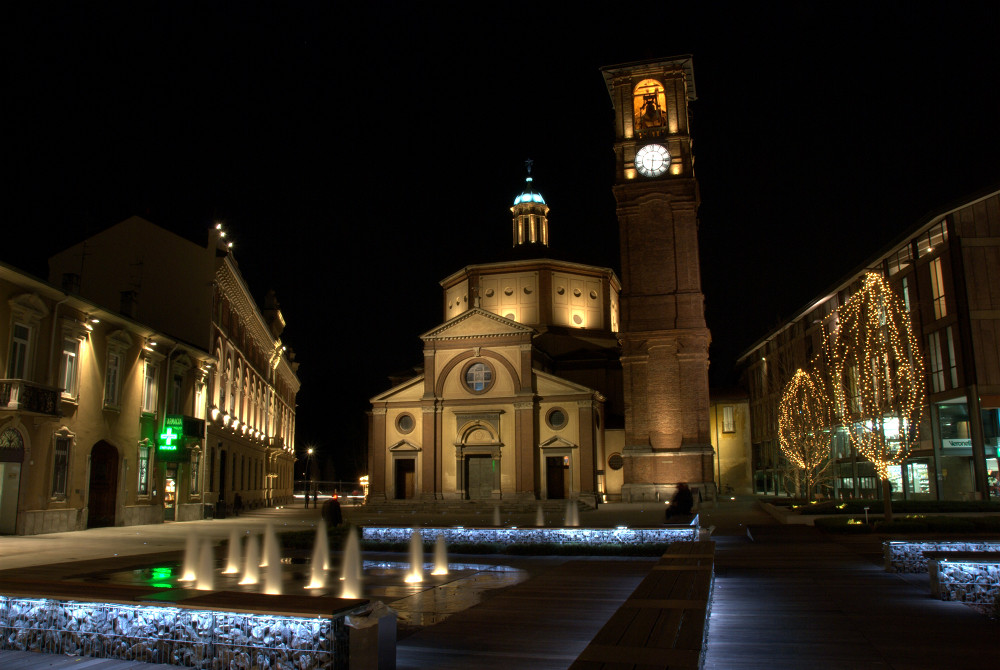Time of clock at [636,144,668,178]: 6:15
